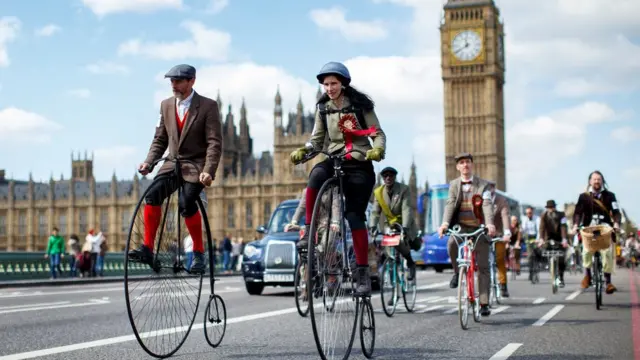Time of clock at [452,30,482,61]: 11:40
